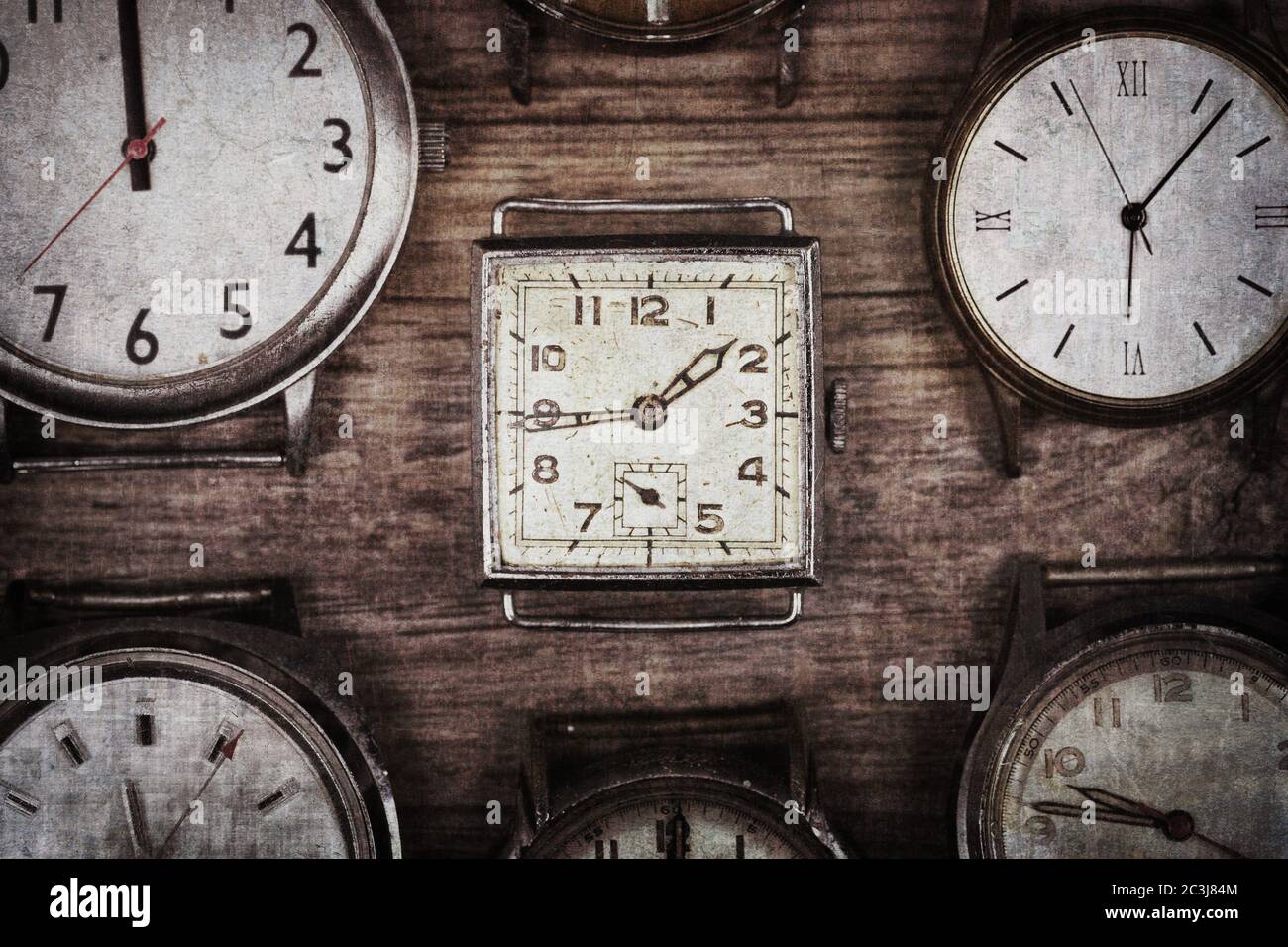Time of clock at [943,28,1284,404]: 6:06
